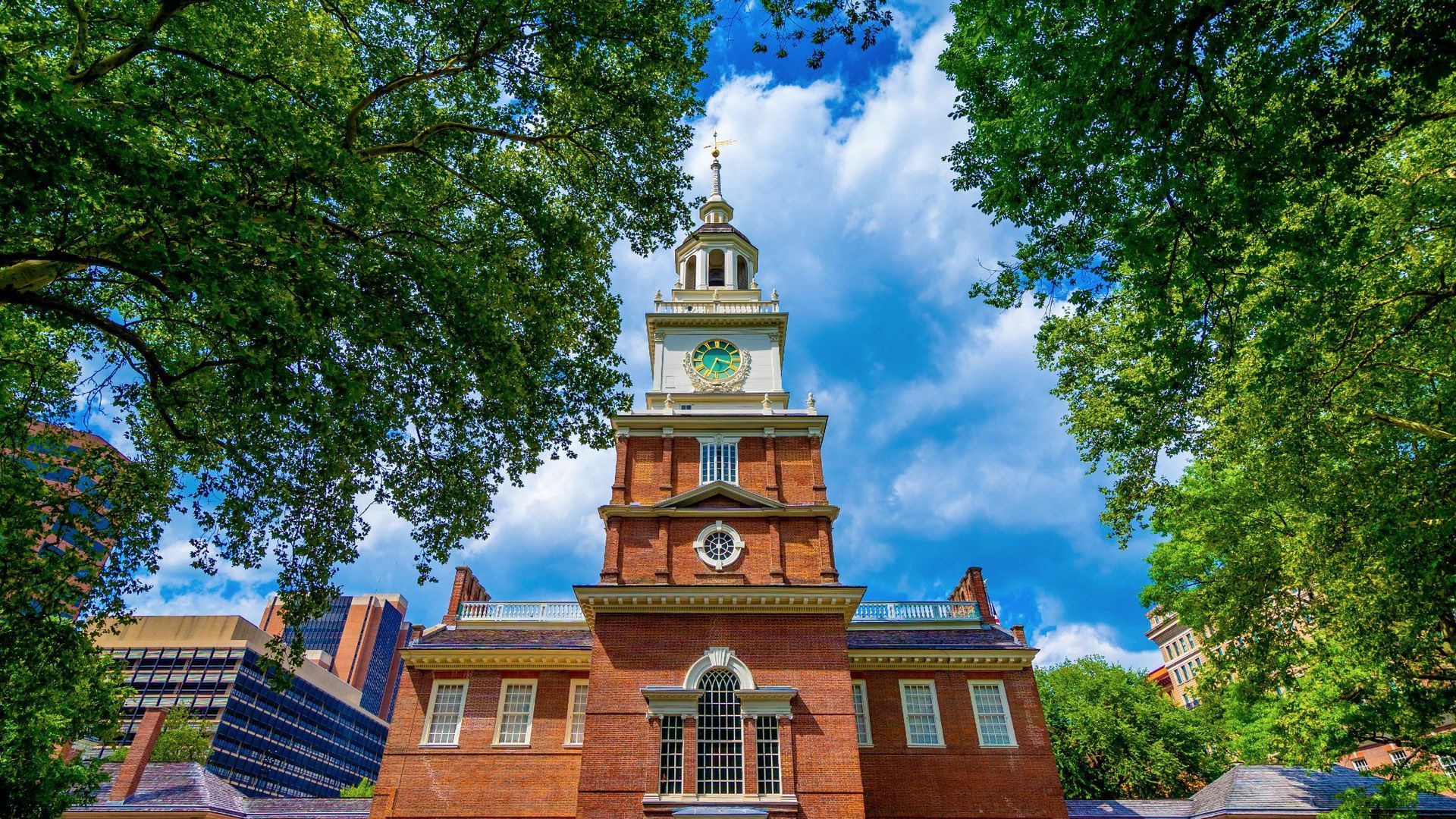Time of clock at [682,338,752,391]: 3:34
